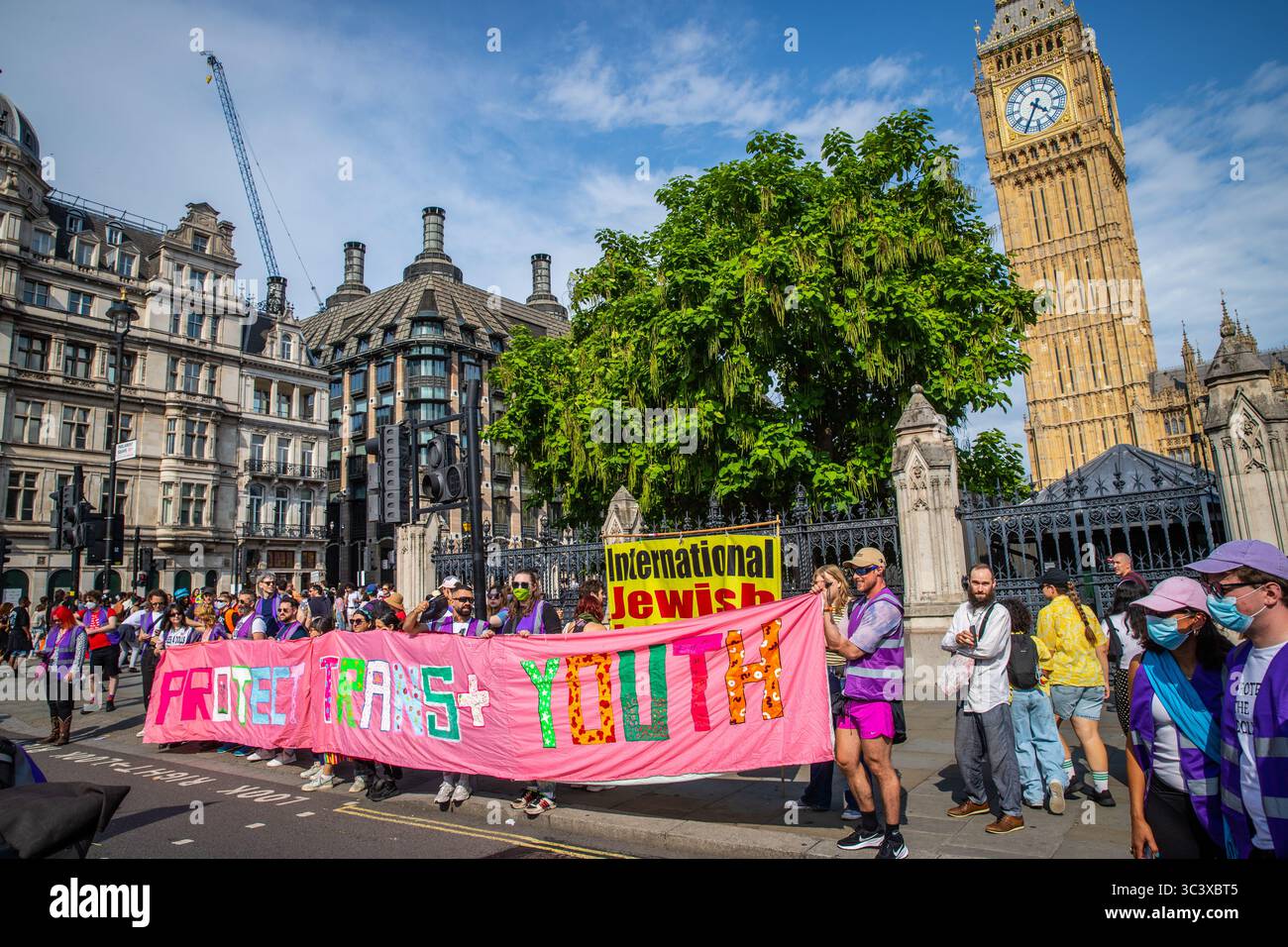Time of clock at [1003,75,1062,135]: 4:34
